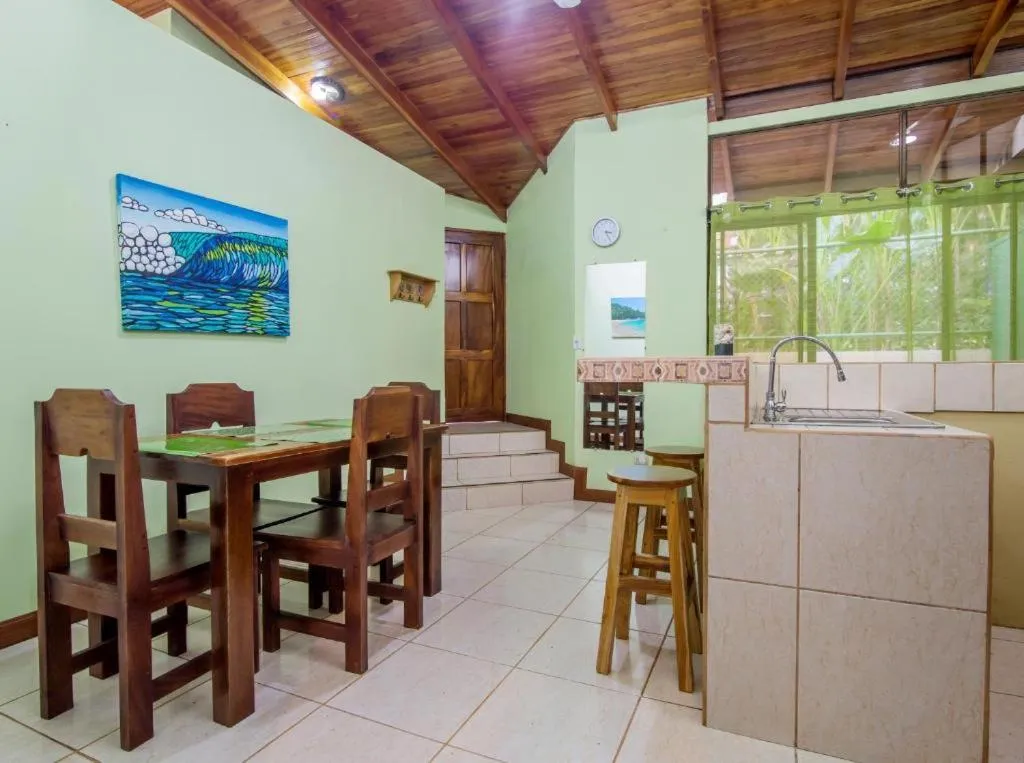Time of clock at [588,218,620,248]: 3:25
